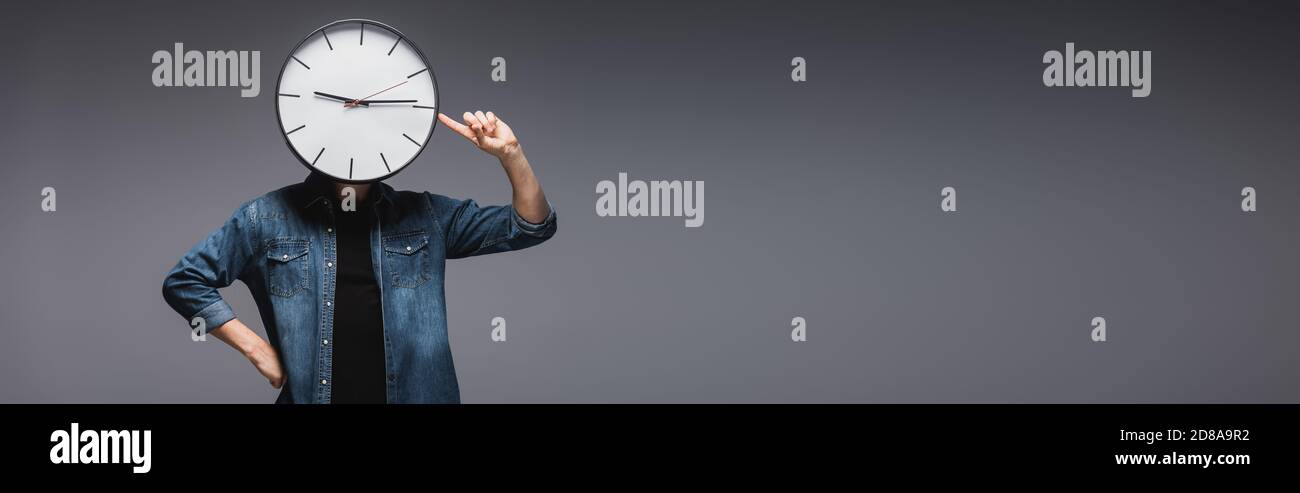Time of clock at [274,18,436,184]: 9:13
